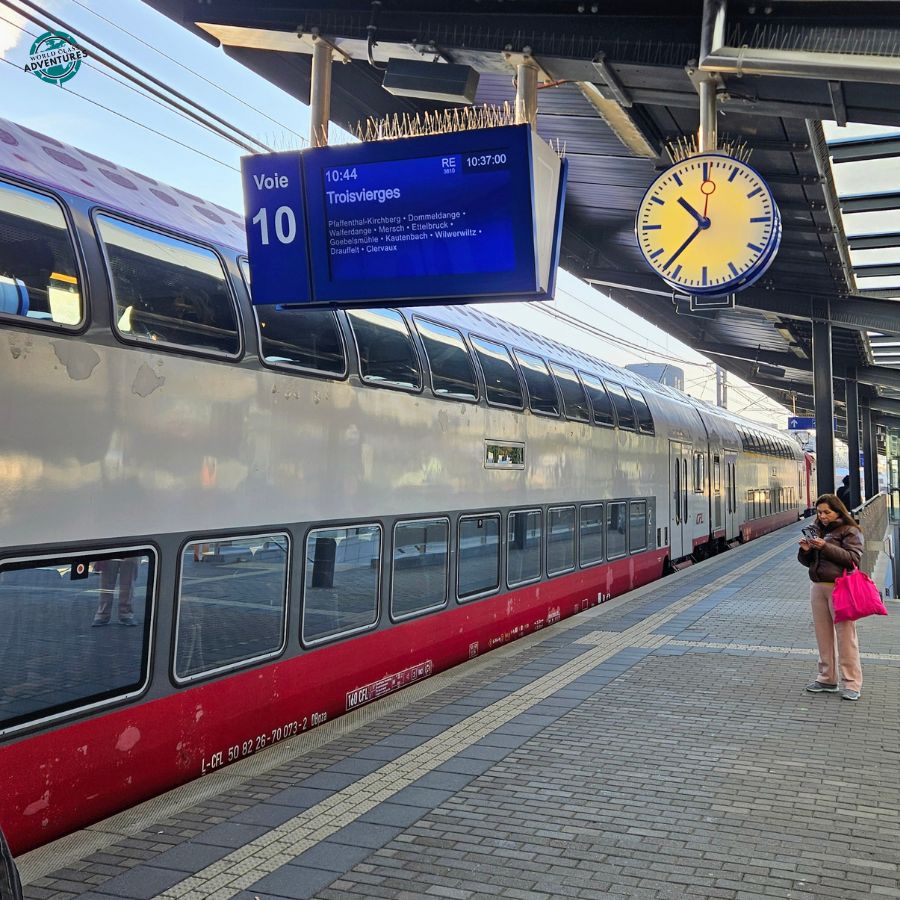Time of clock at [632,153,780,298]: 10:37
